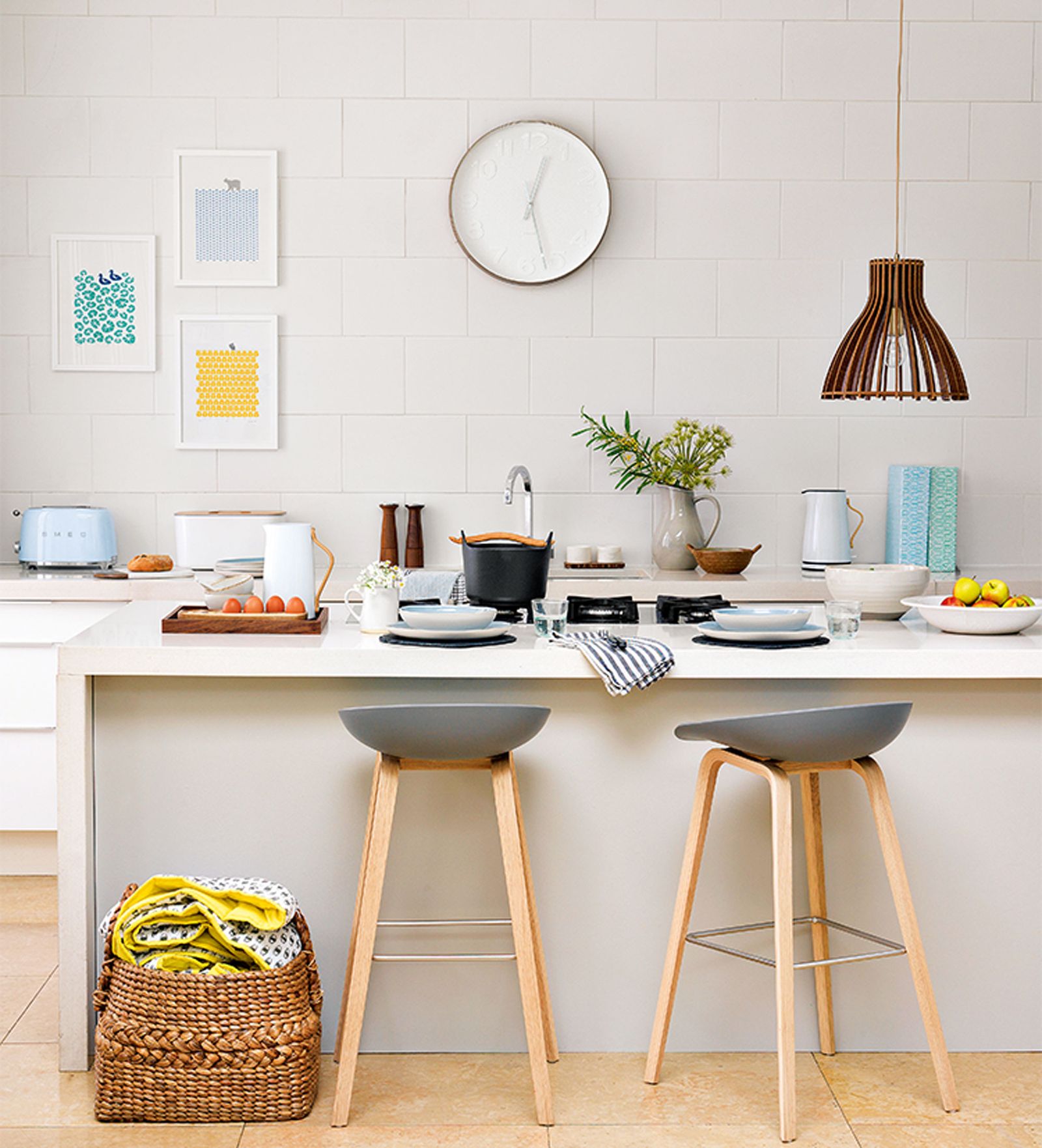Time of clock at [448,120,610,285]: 12:27
